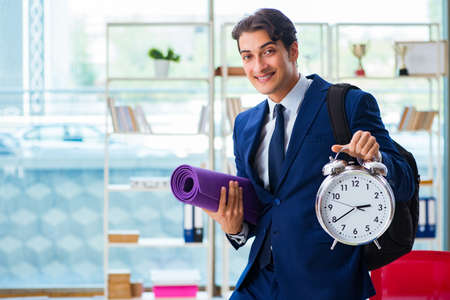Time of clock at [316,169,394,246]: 2:39
